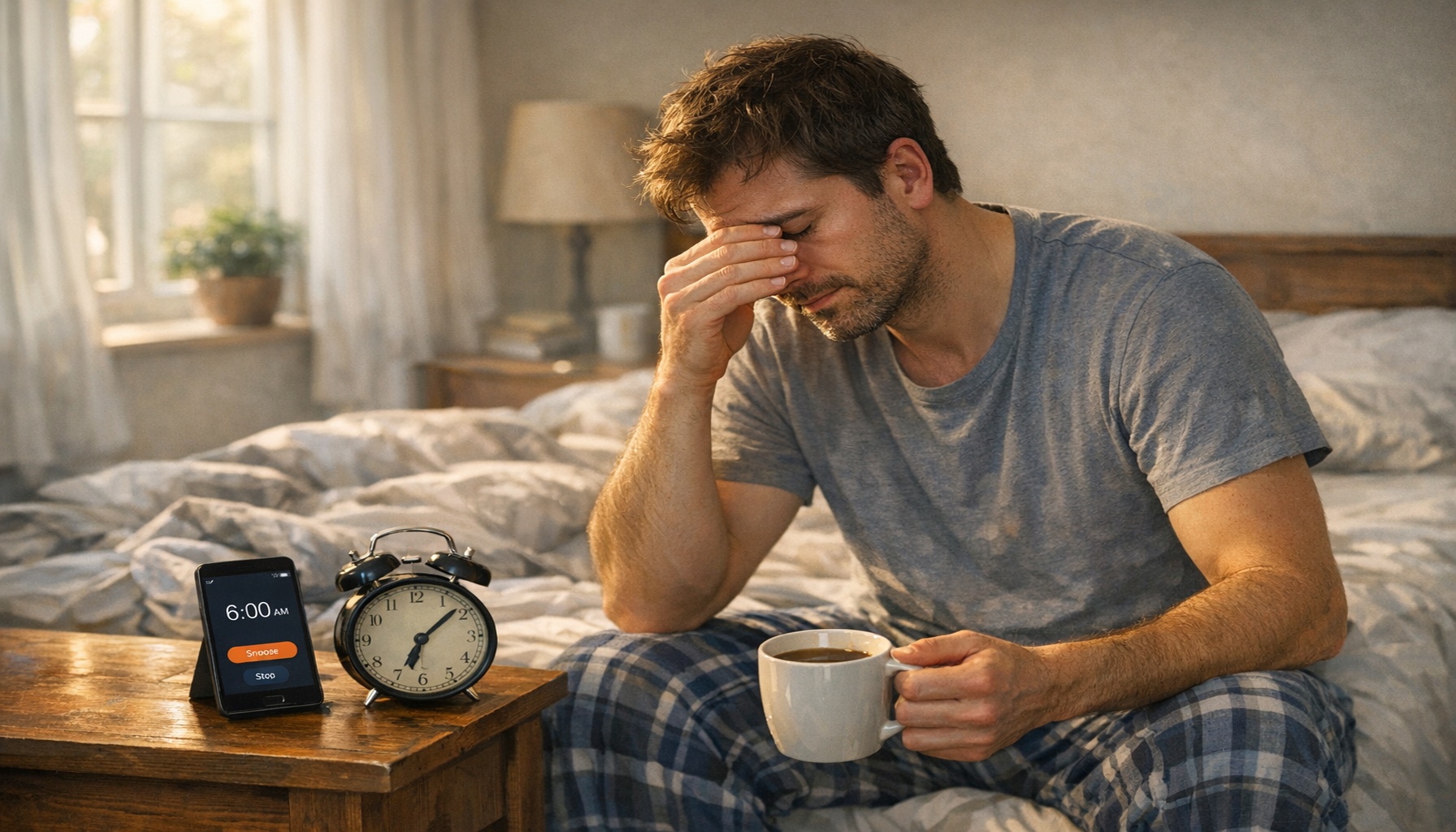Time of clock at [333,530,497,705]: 7:08
